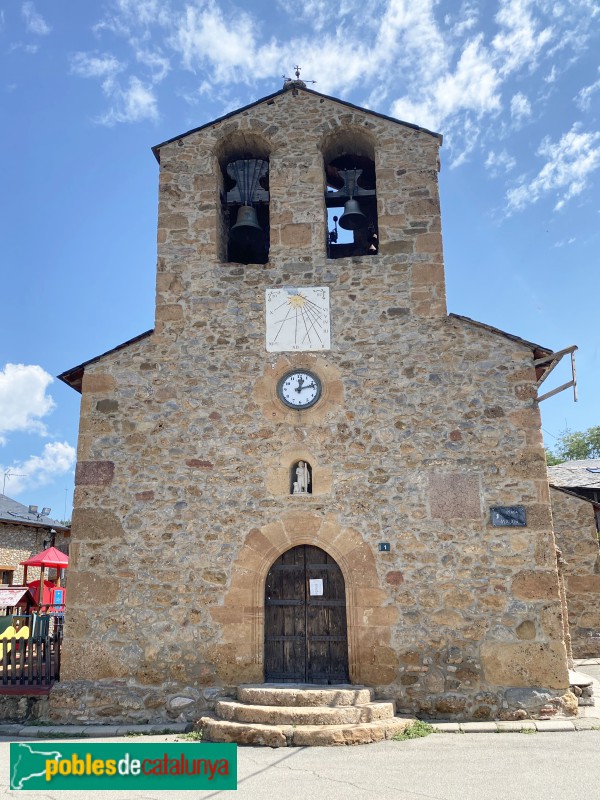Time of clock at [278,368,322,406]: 12:12
